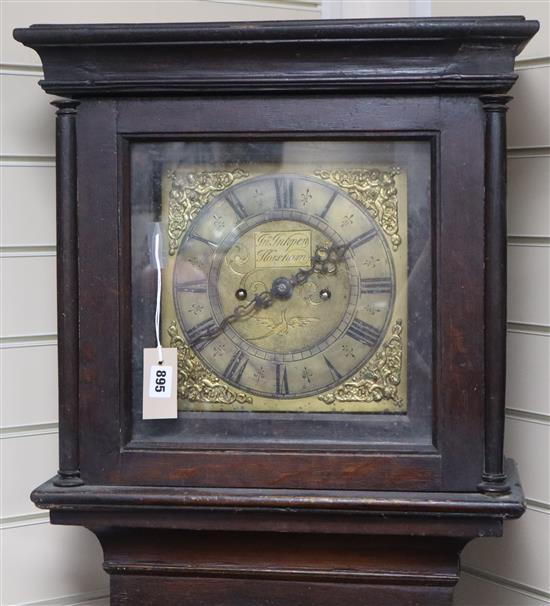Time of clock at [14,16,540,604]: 8:09
